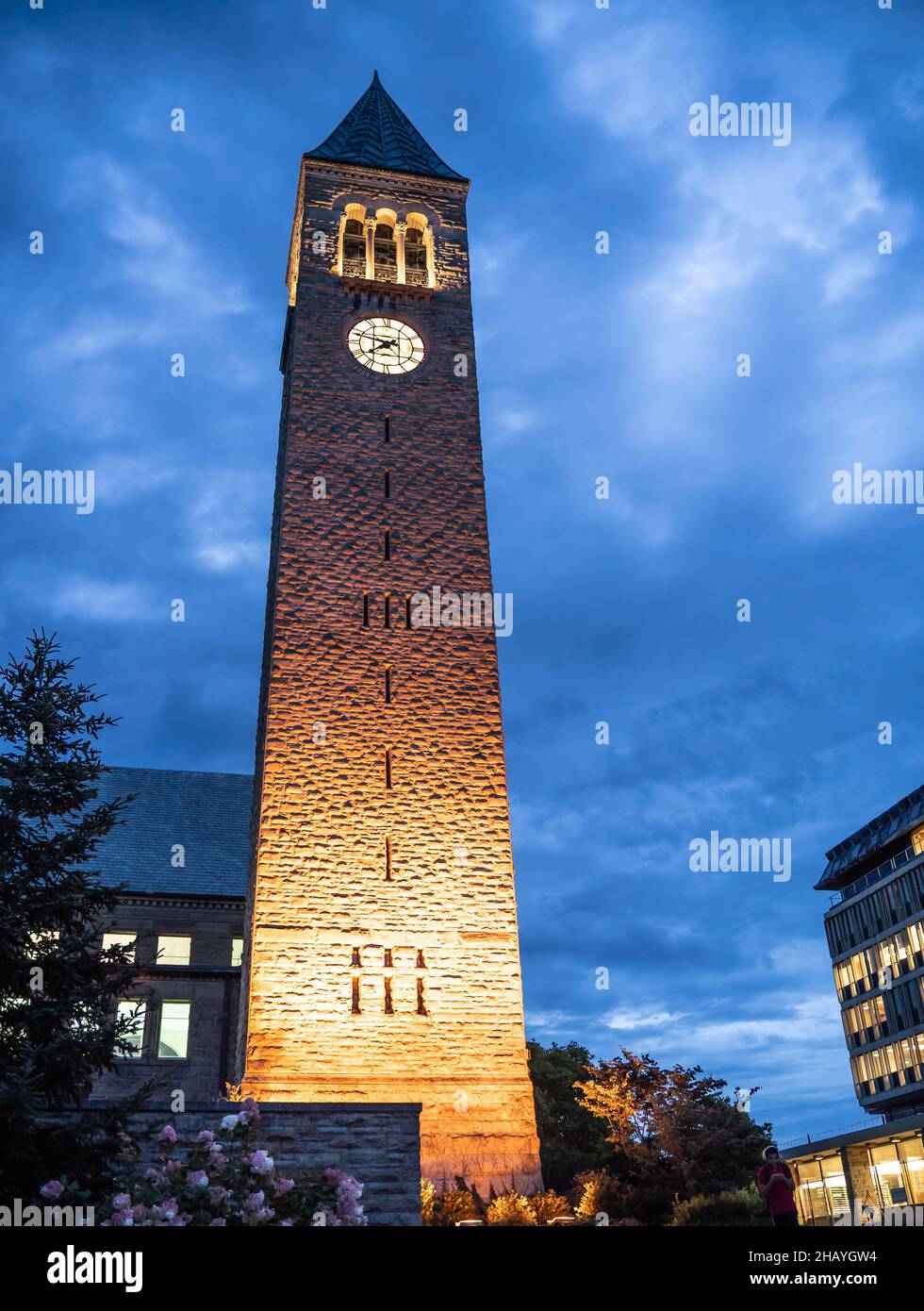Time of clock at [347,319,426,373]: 7:47
